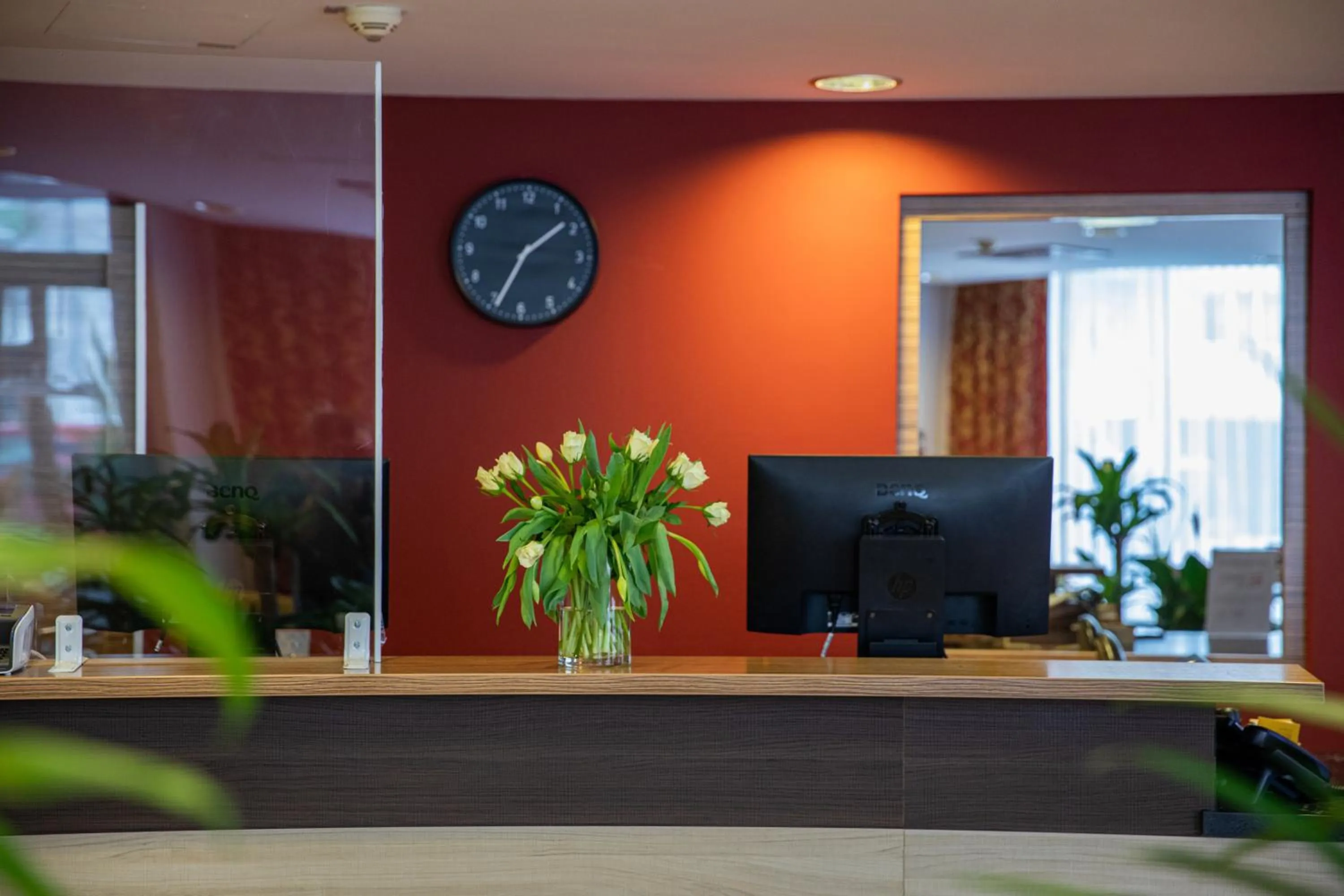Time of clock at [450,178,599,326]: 1:34
